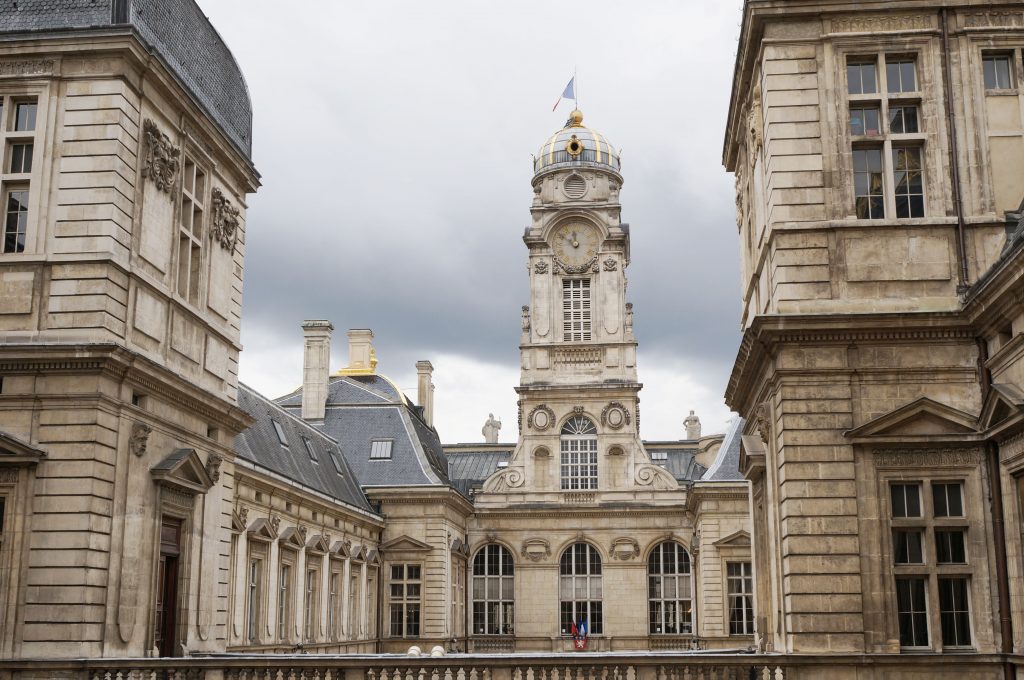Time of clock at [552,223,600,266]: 11:50
